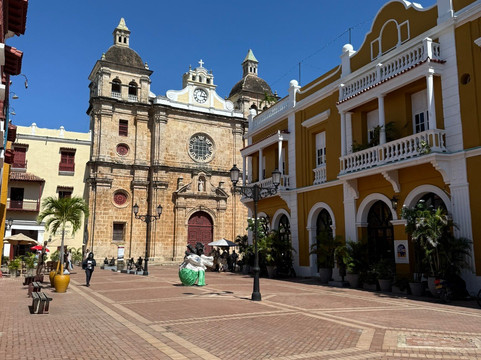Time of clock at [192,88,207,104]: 3:02
